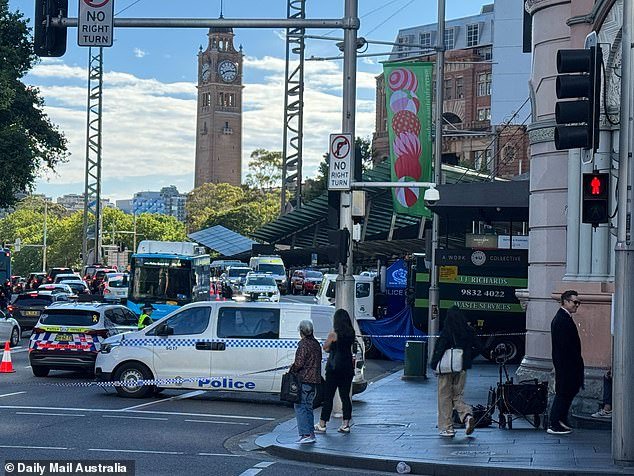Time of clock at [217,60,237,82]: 8:14
